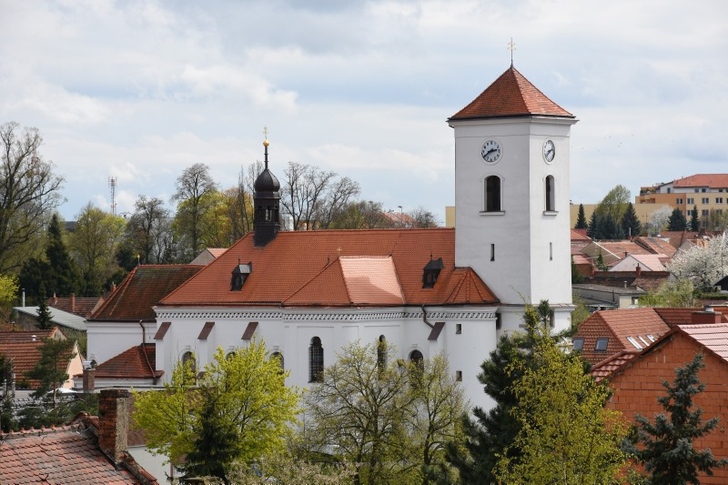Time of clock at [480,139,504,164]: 2:39
